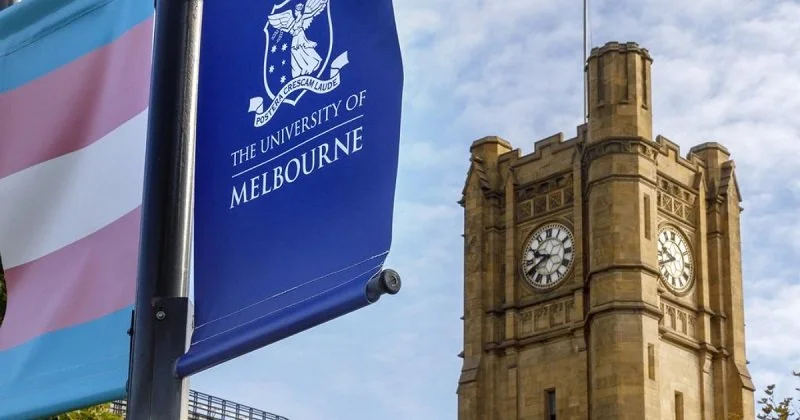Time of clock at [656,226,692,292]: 9:41
